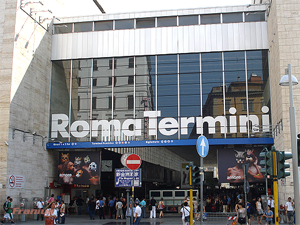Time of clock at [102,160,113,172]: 4:17
